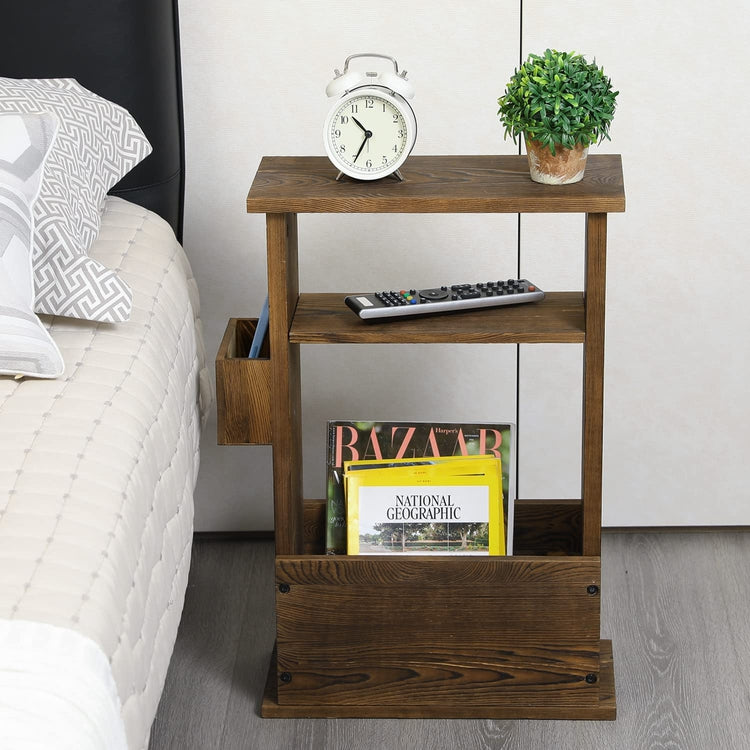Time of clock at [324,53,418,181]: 10:34
